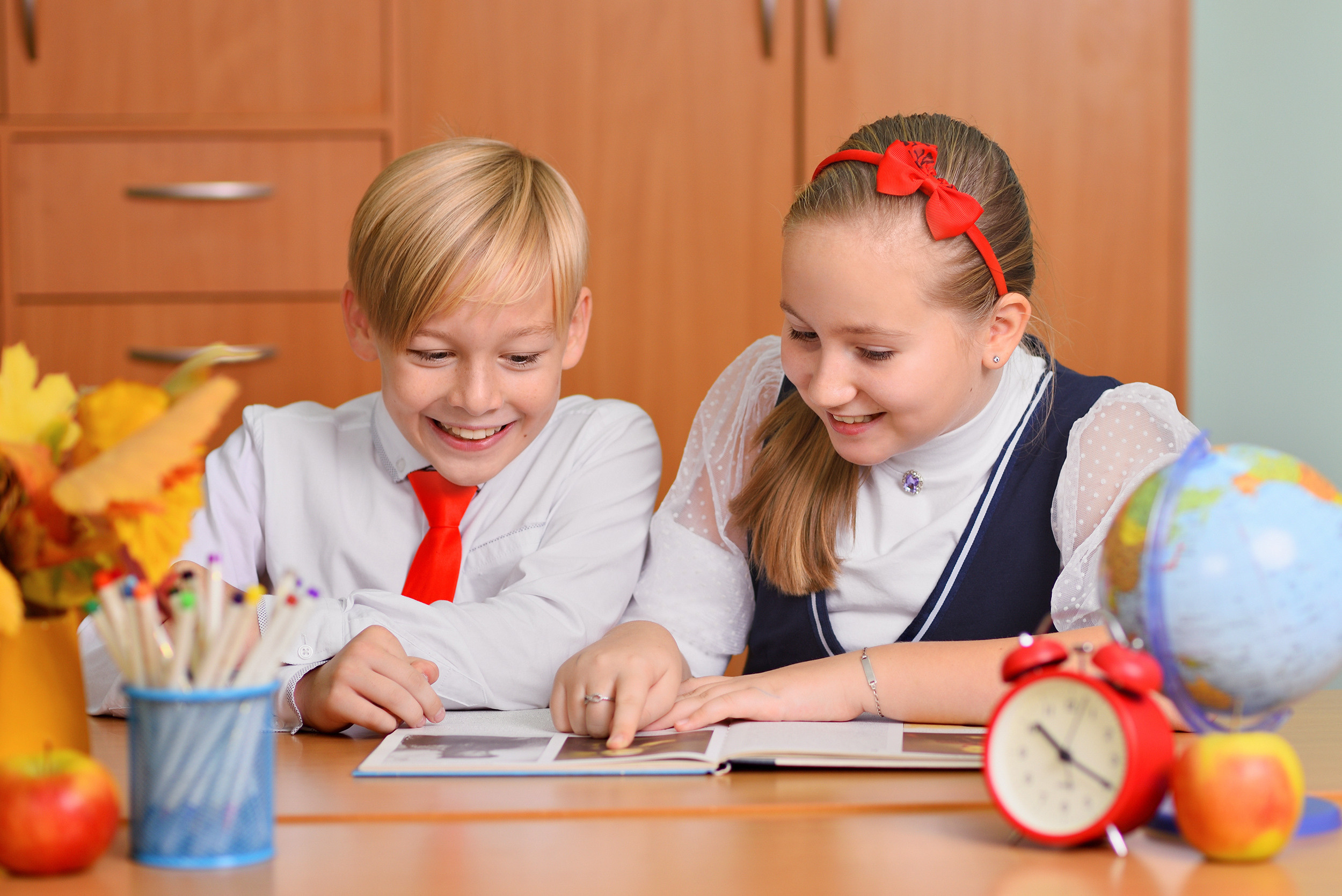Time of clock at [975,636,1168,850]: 10:19
